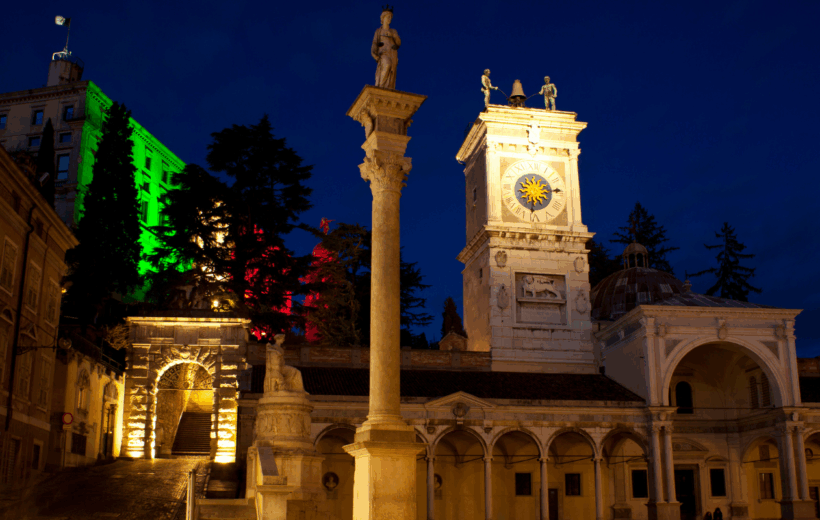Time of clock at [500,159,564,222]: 6:14
